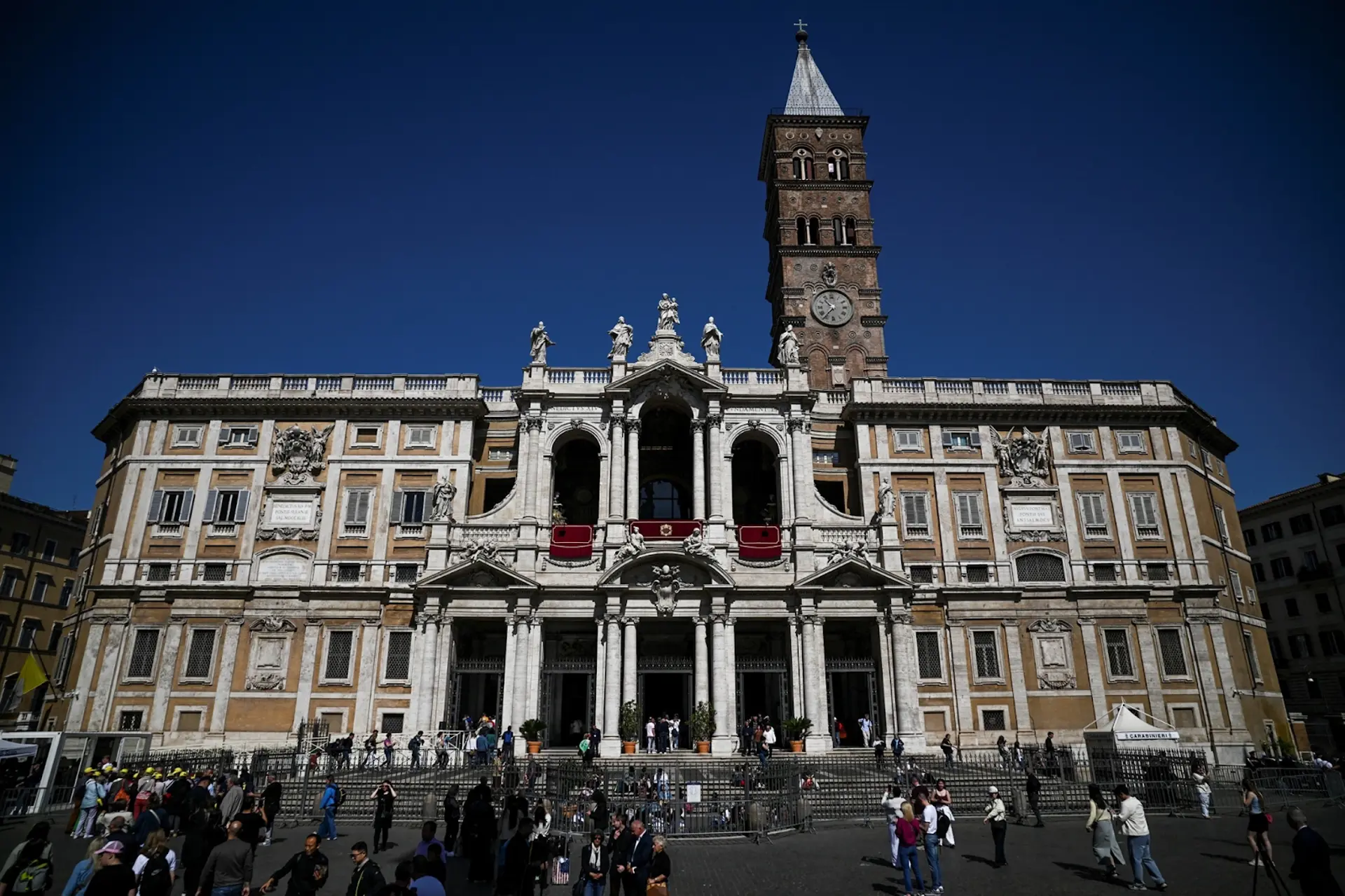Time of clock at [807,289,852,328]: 10:36
